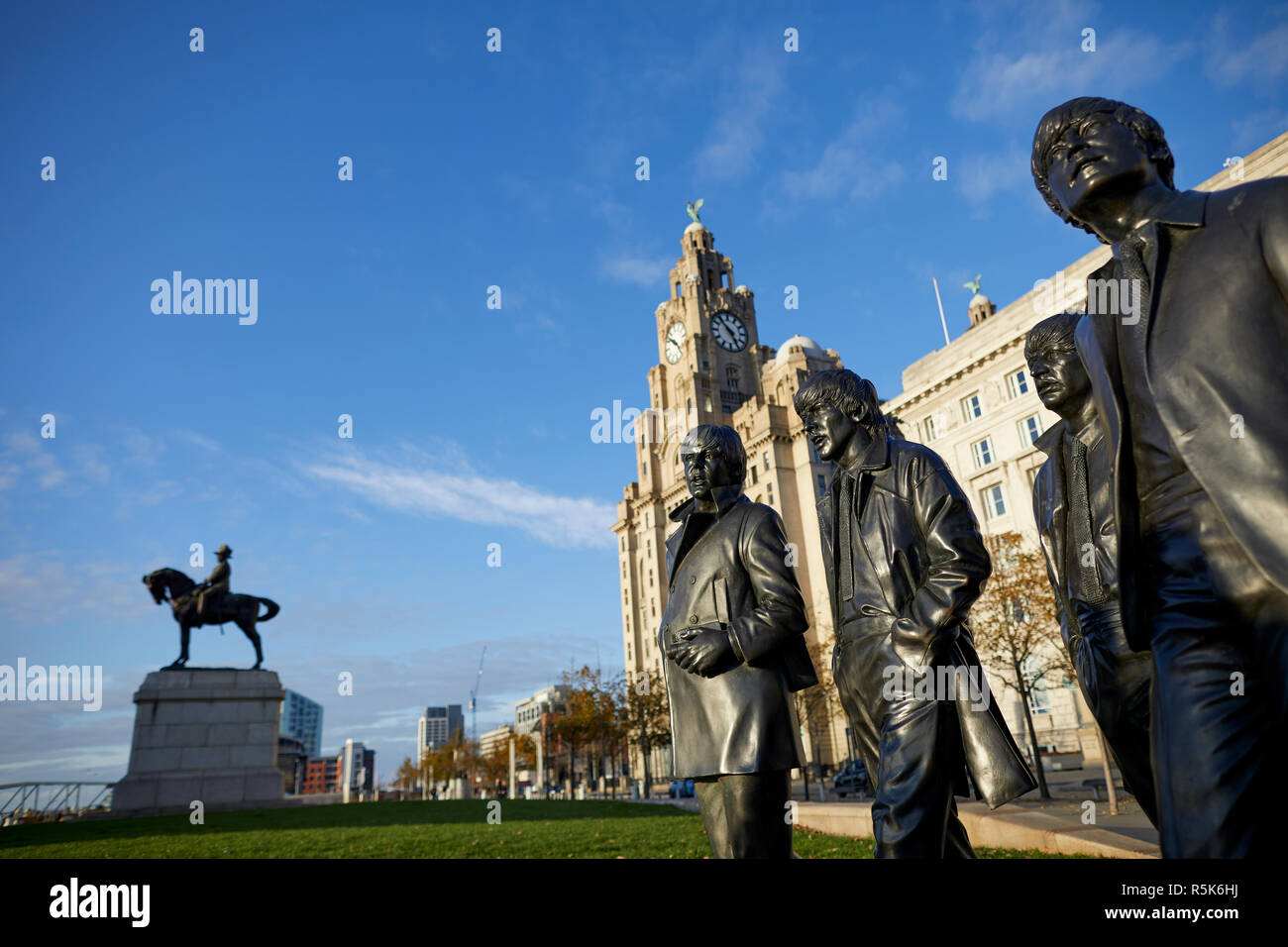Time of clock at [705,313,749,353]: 4:52
